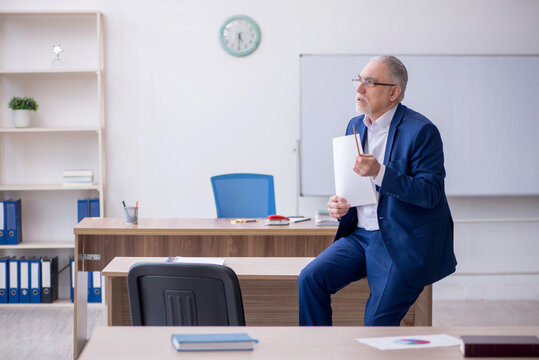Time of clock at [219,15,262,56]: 4:30
